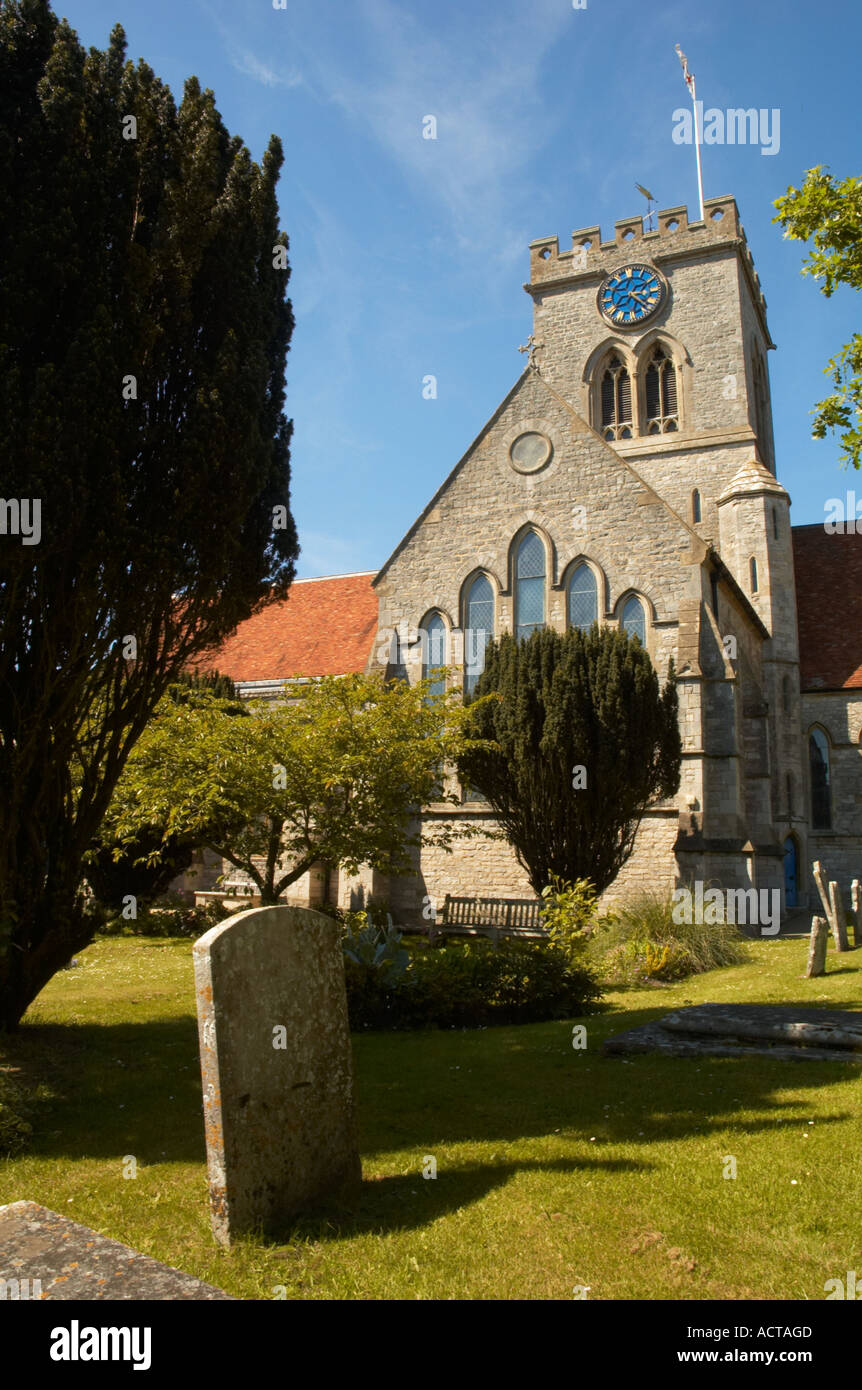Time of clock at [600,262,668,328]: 3:22
